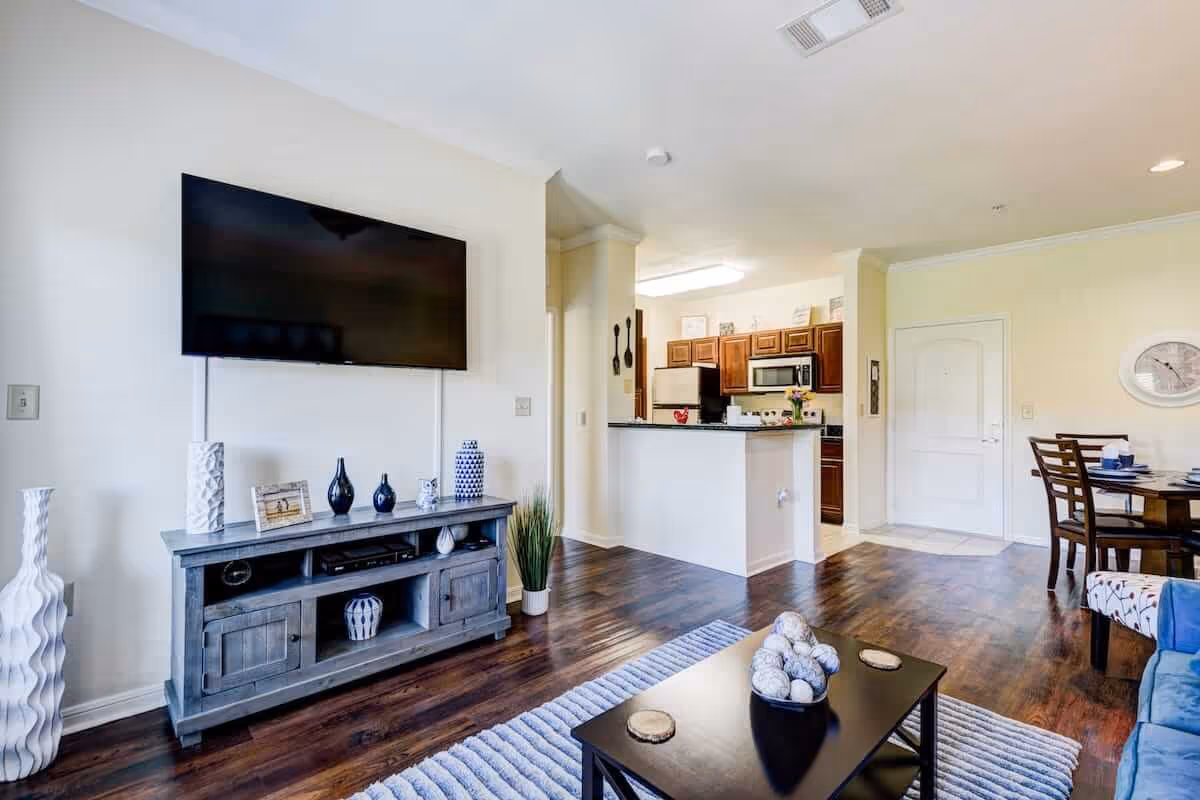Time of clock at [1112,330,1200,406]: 10:24
